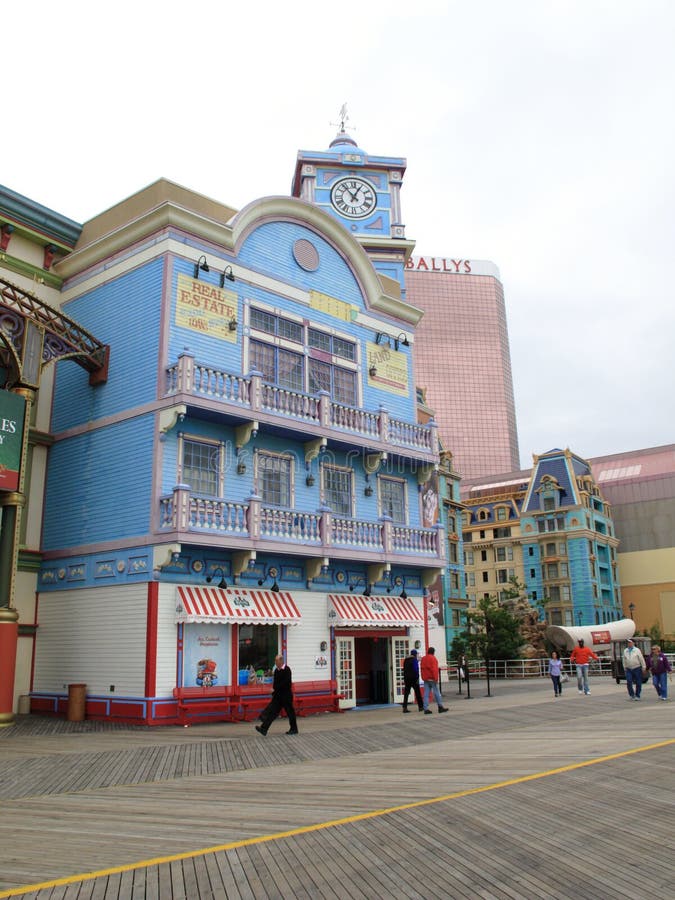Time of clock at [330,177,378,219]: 12:53
